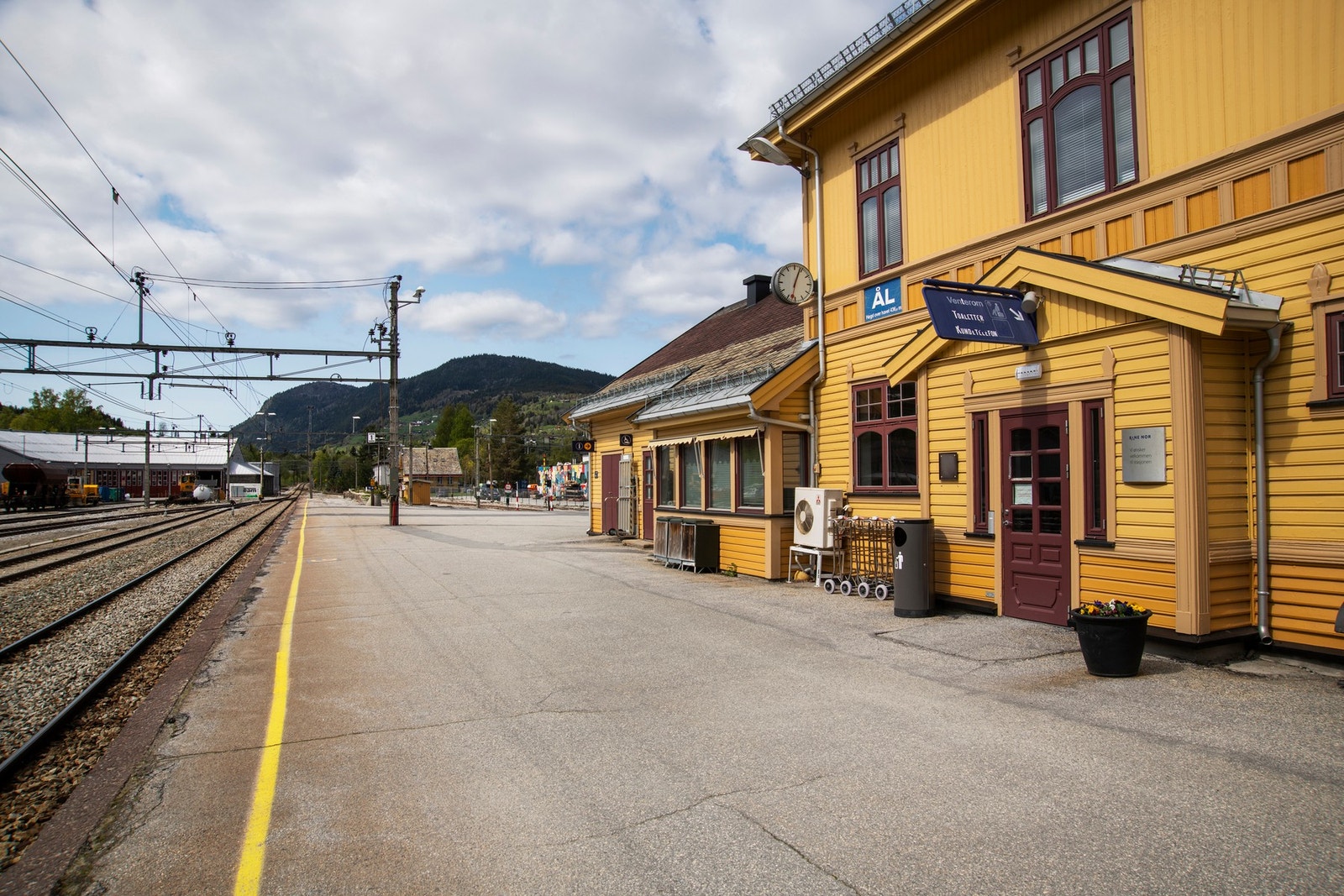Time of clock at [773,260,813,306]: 12:32
